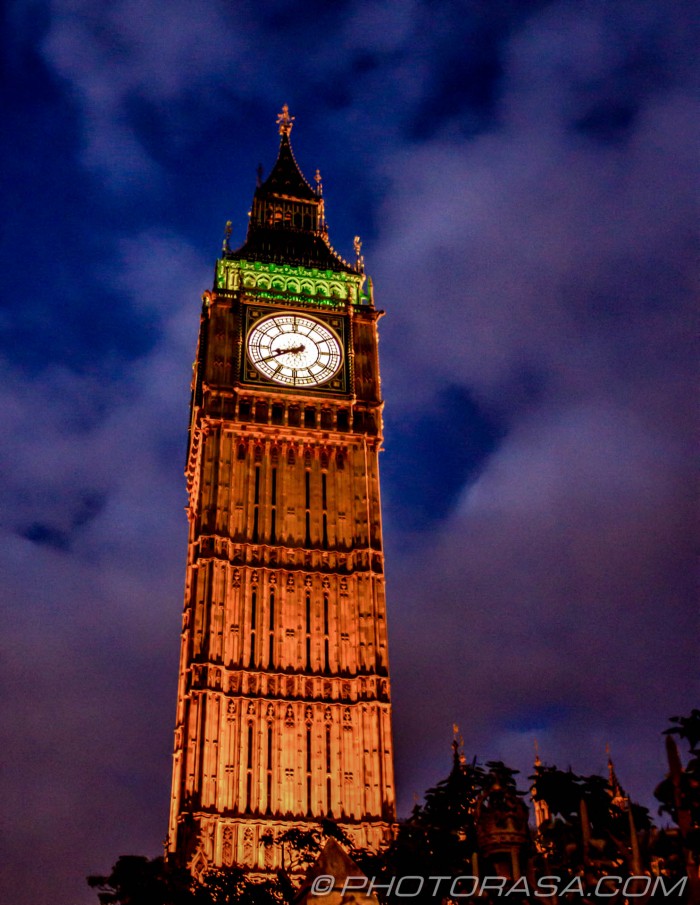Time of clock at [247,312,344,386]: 8:40
